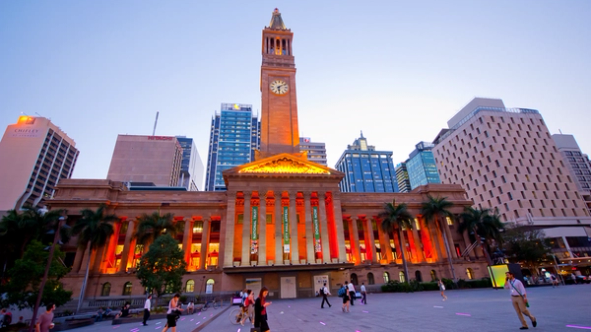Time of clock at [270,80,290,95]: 6:08
